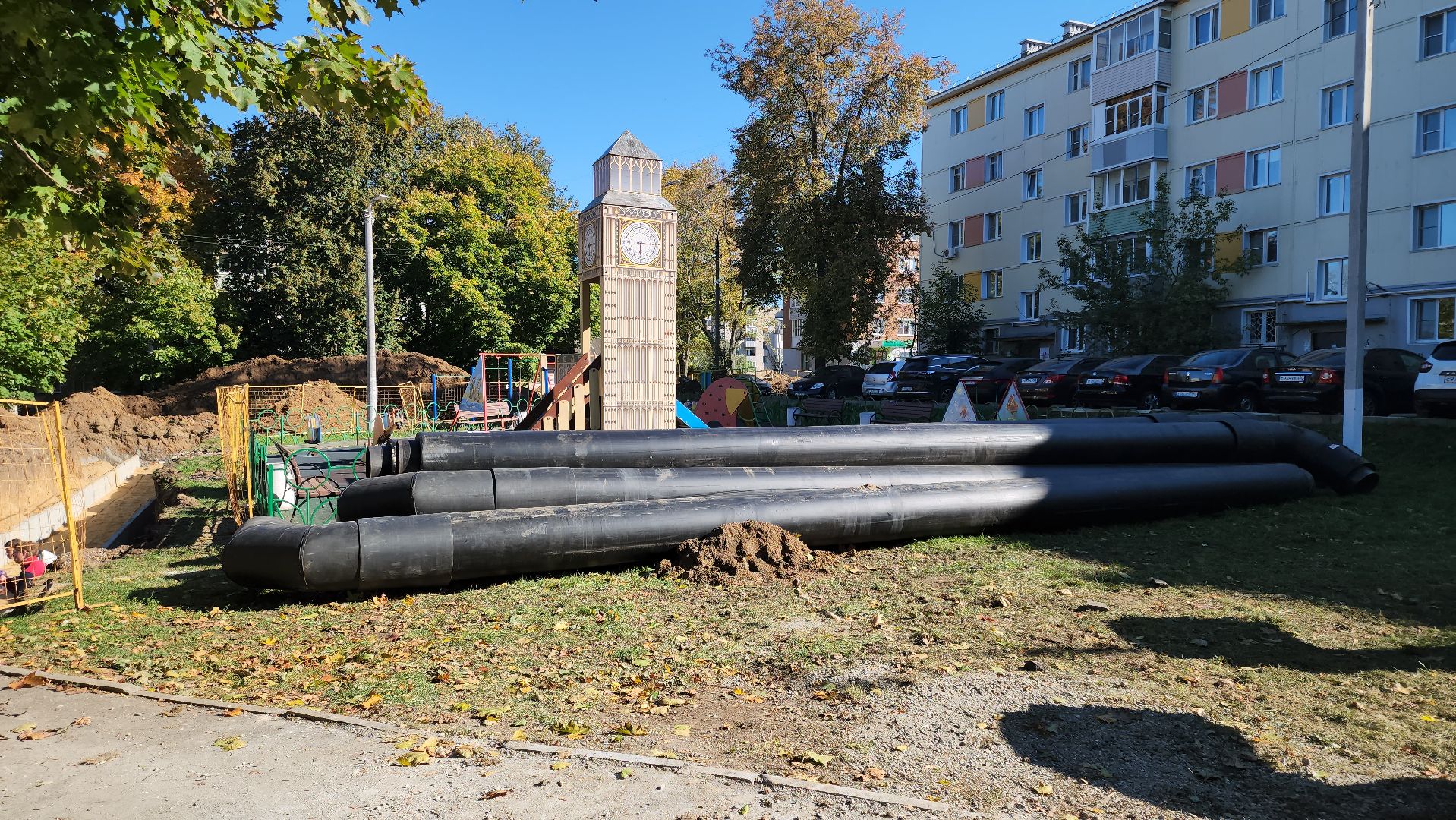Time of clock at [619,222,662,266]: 6:15
